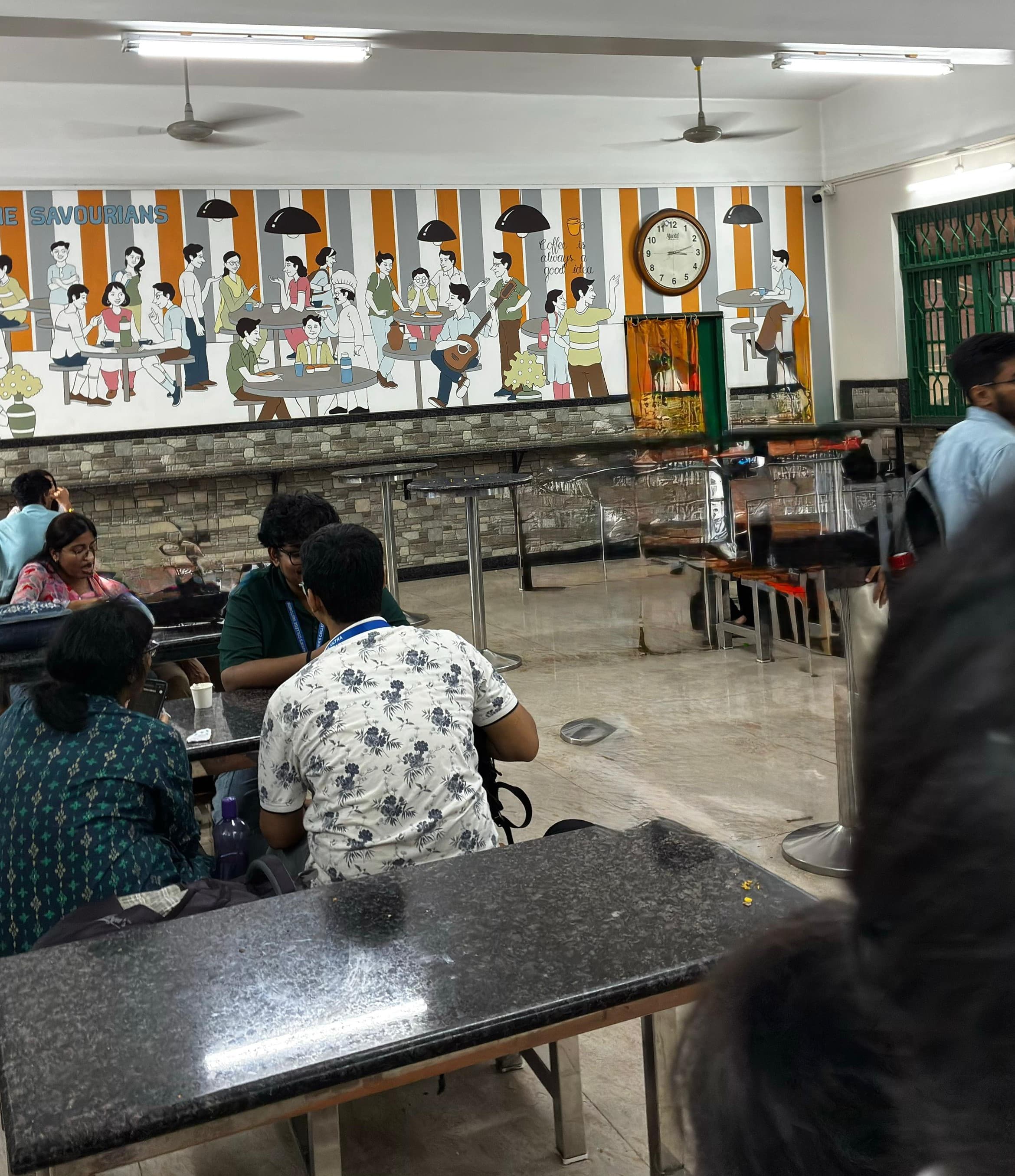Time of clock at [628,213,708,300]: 3:12
